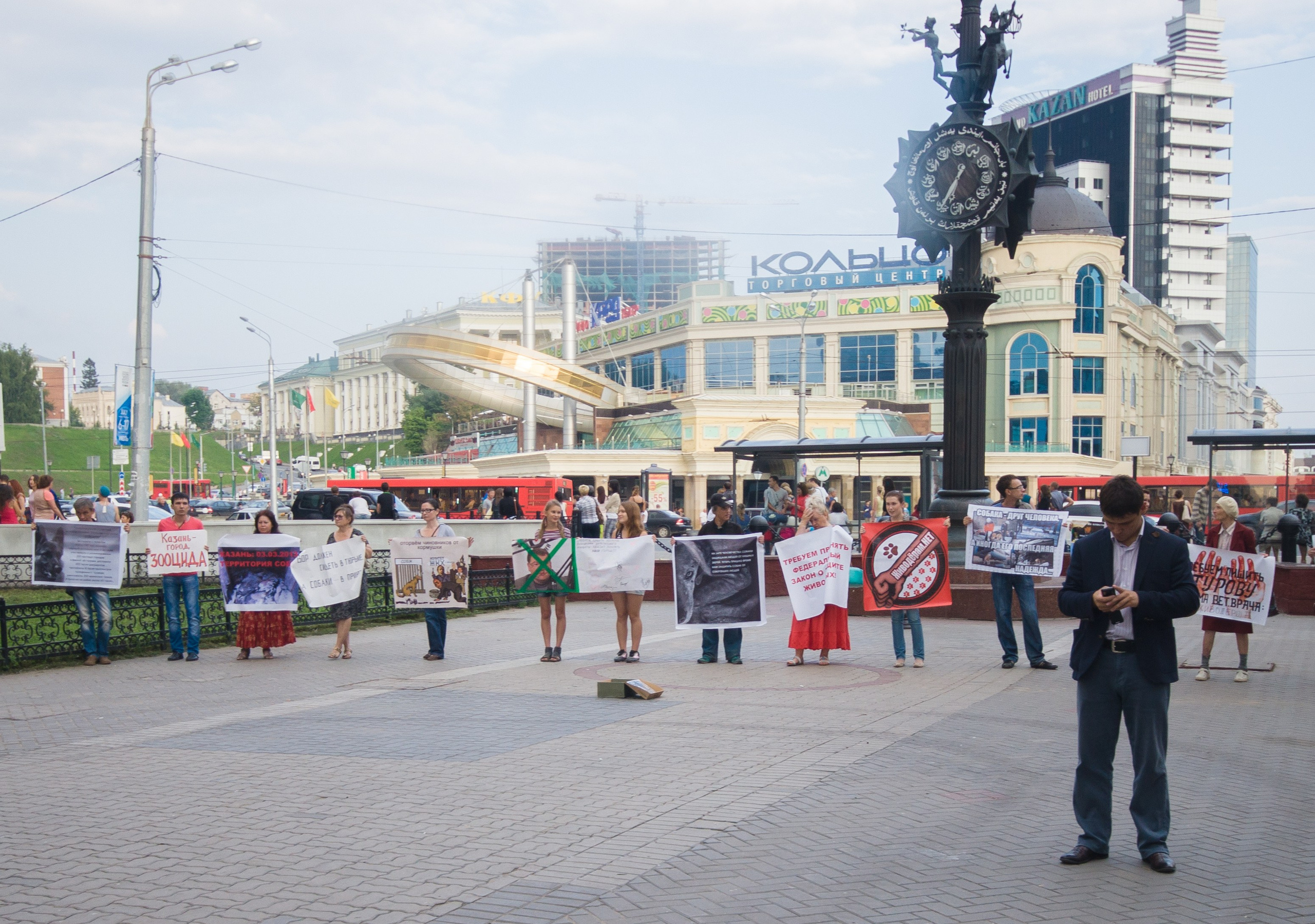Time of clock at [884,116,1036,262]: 6:34
